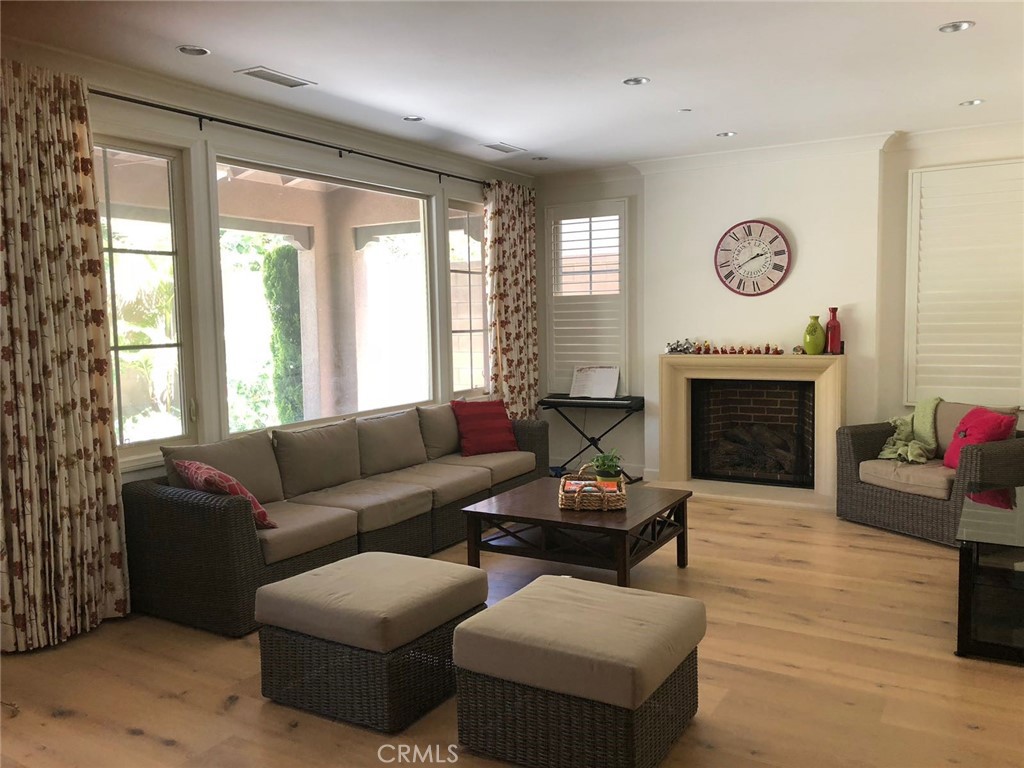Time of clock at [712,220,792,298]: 2:41
